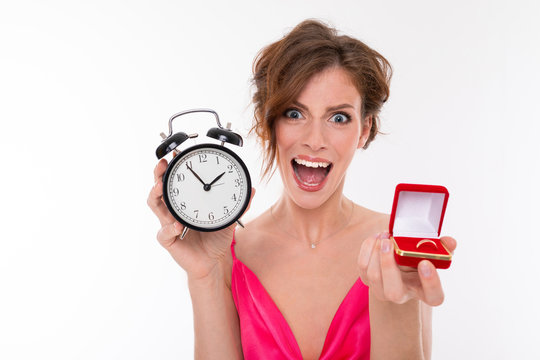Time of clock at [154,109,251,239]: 1:54
